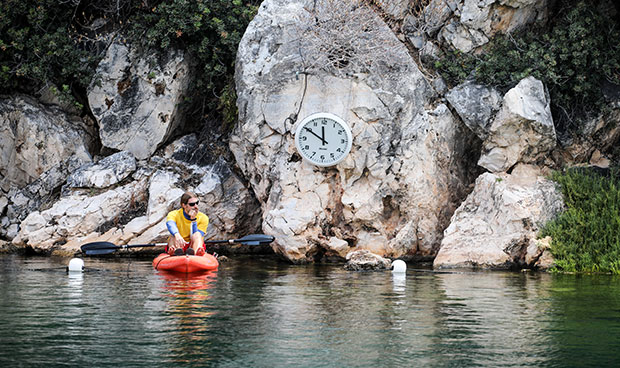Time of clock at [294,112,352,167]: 11:50
